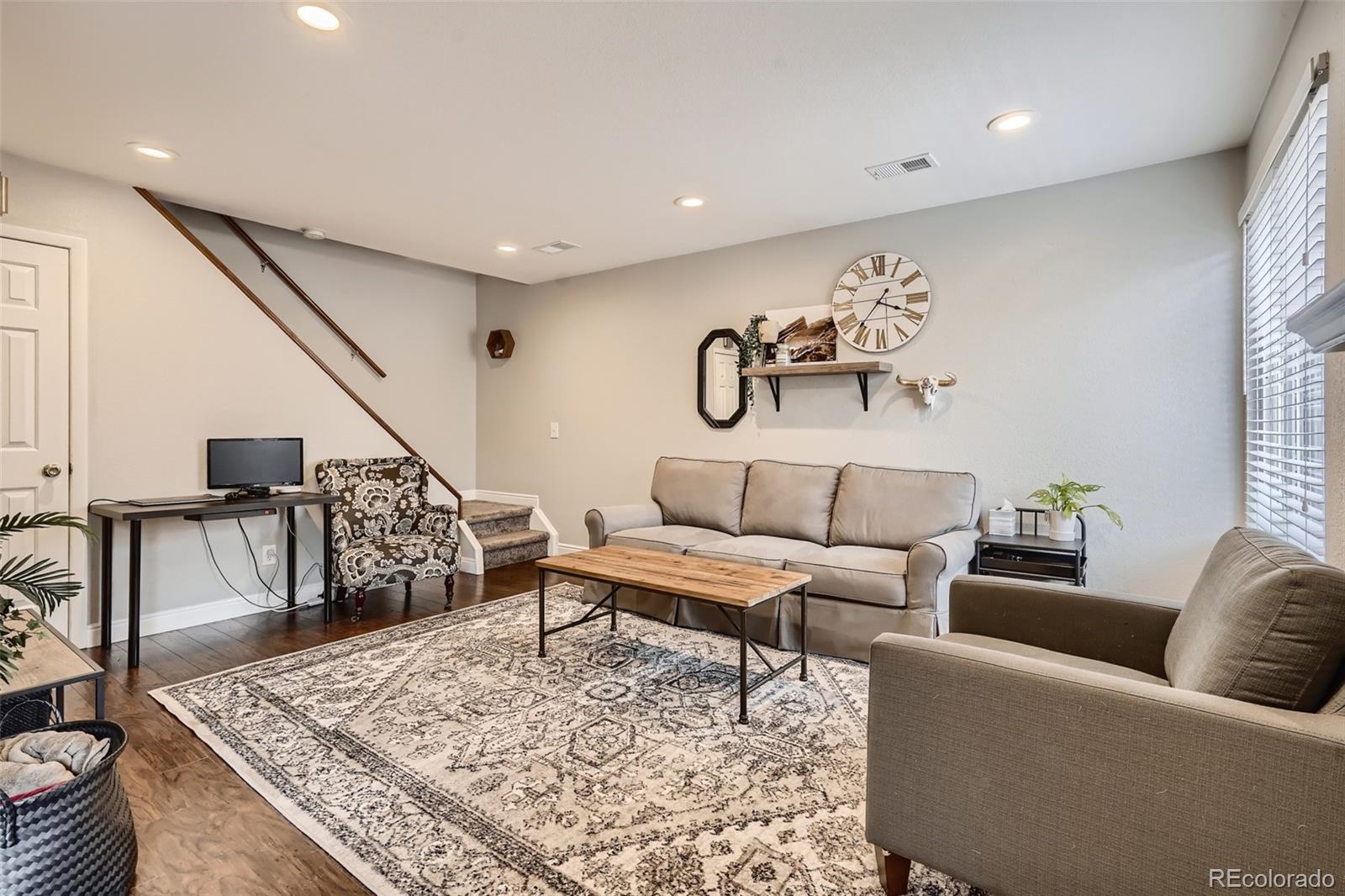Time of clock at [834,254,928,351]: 3:36
